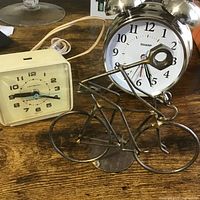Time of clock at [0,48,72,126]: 9:20
